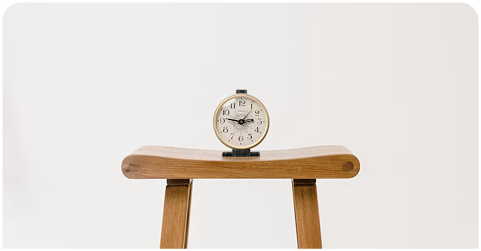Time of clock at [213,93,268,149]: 2:46
